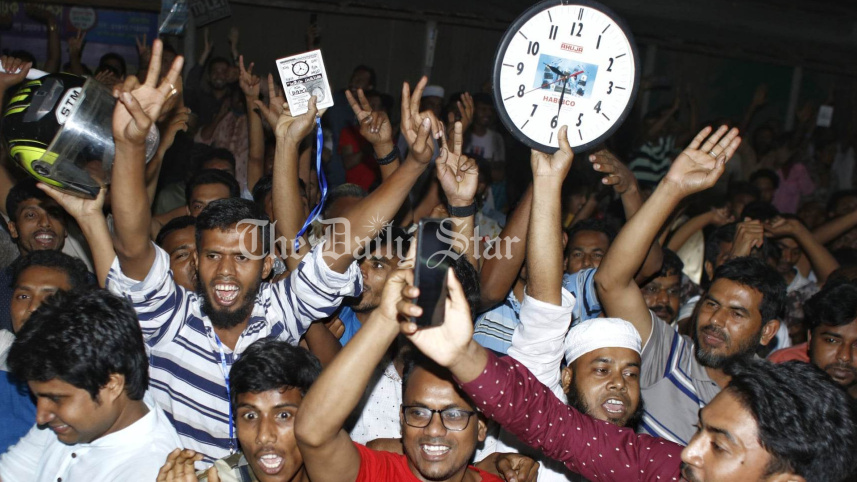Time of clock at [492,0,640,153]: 9:29
